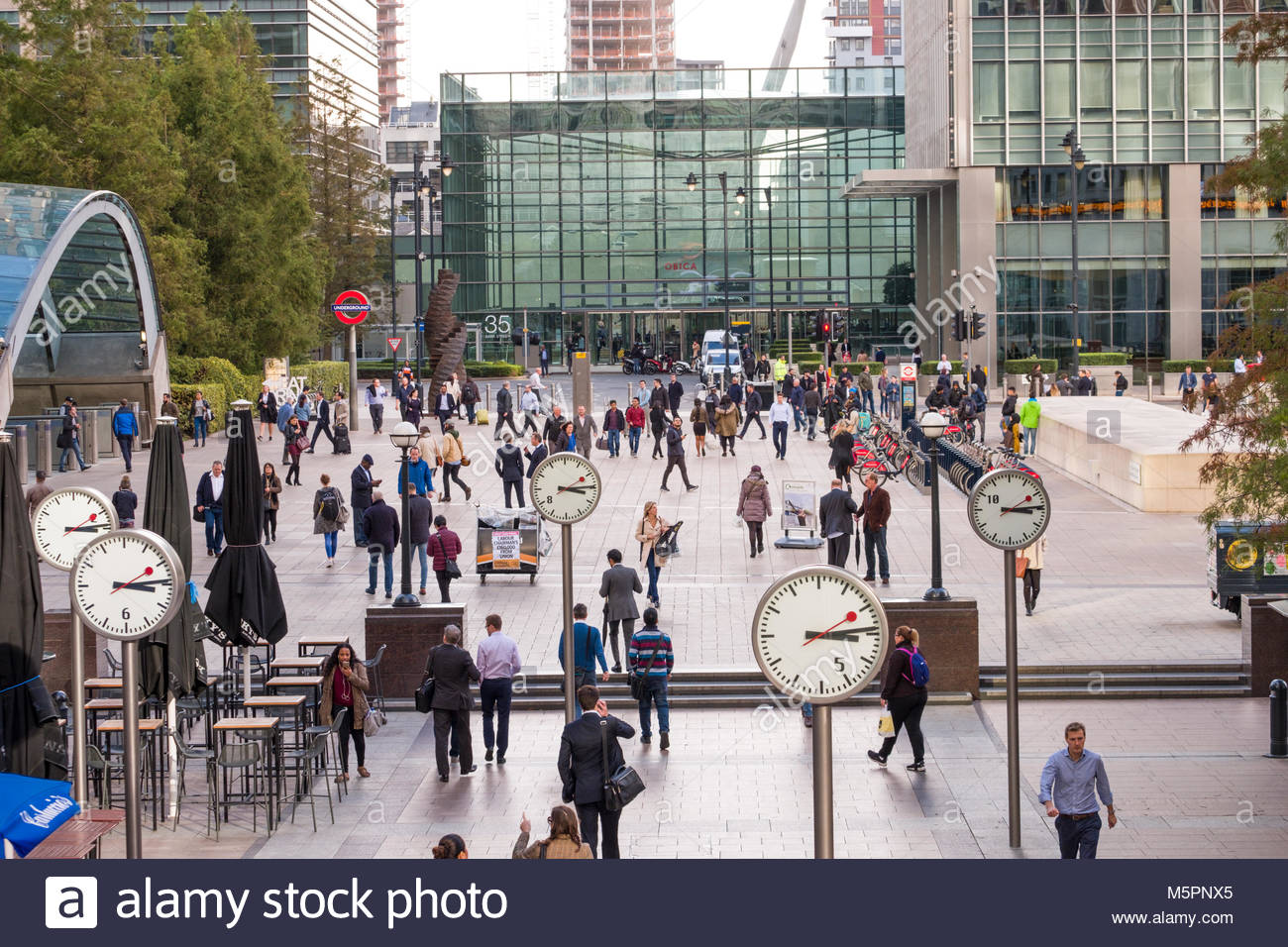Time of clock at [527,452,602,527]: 3:14
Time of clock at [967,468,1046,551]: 3:14
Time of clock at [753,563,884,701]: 3:13
